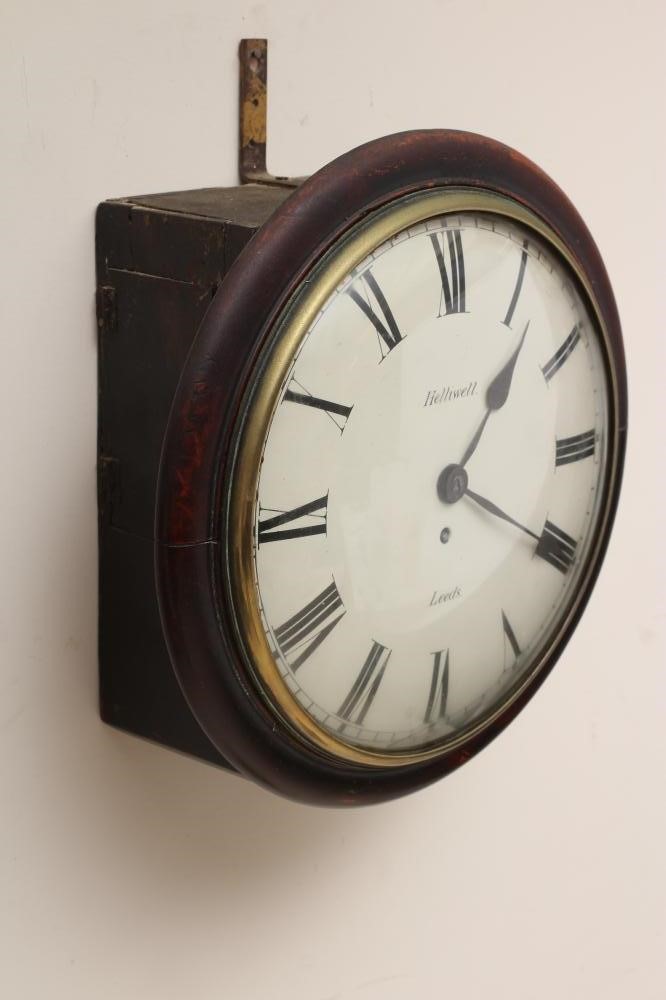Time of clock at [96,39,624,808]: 1:20
